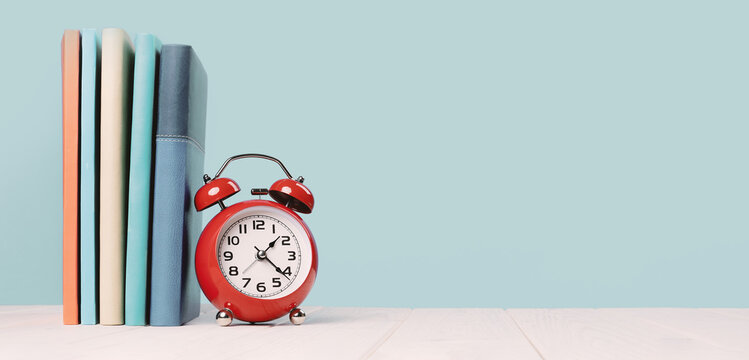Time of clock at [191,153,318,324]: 1:21
